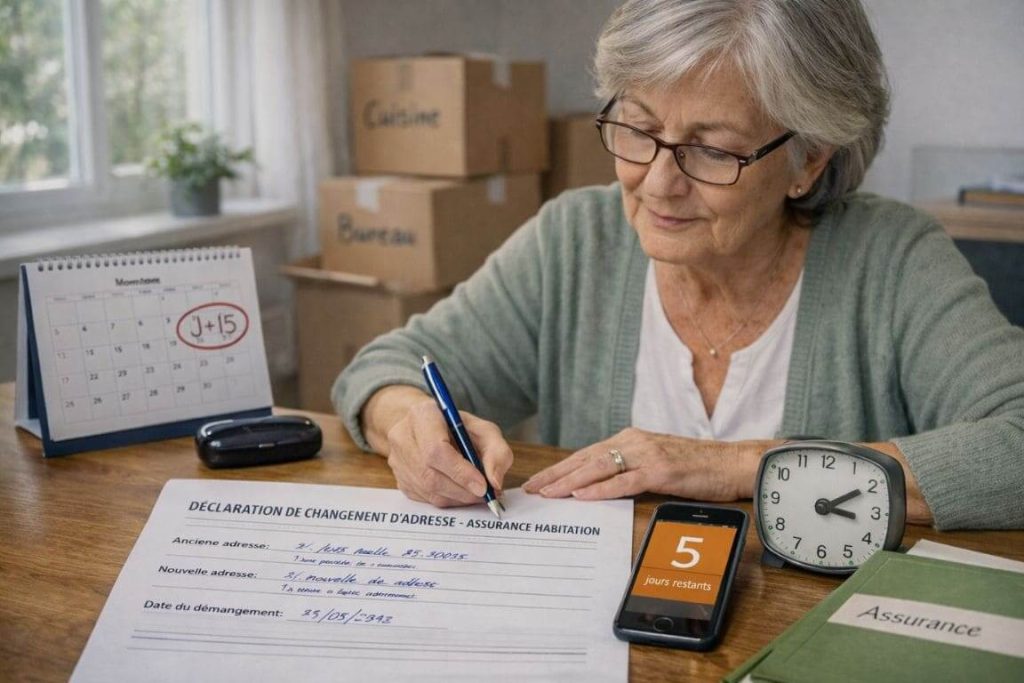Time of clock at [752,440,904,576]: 3:09
